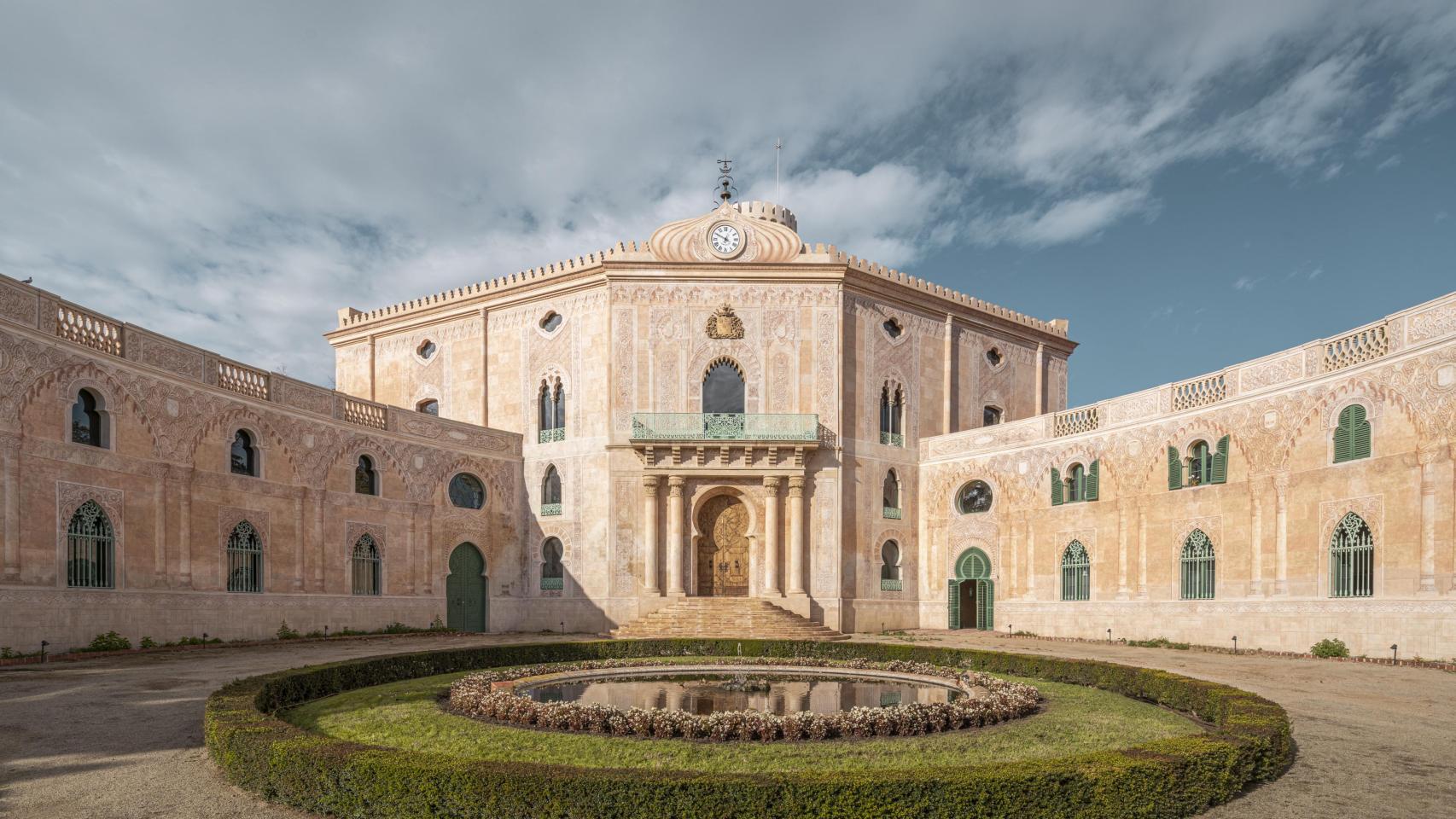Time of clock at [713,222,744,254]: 12:49
